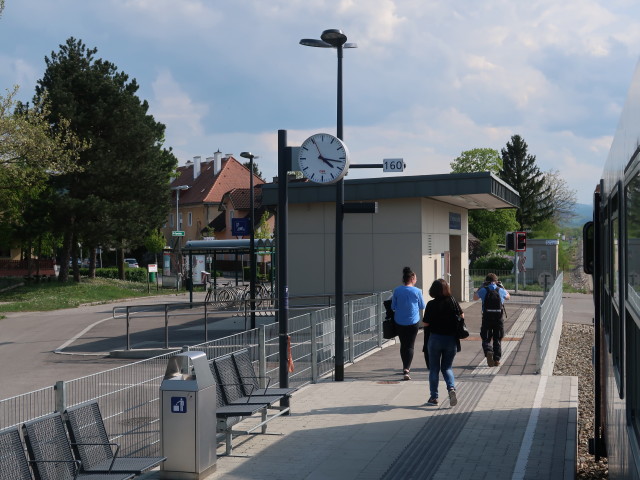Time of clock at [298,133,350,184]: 4:16
